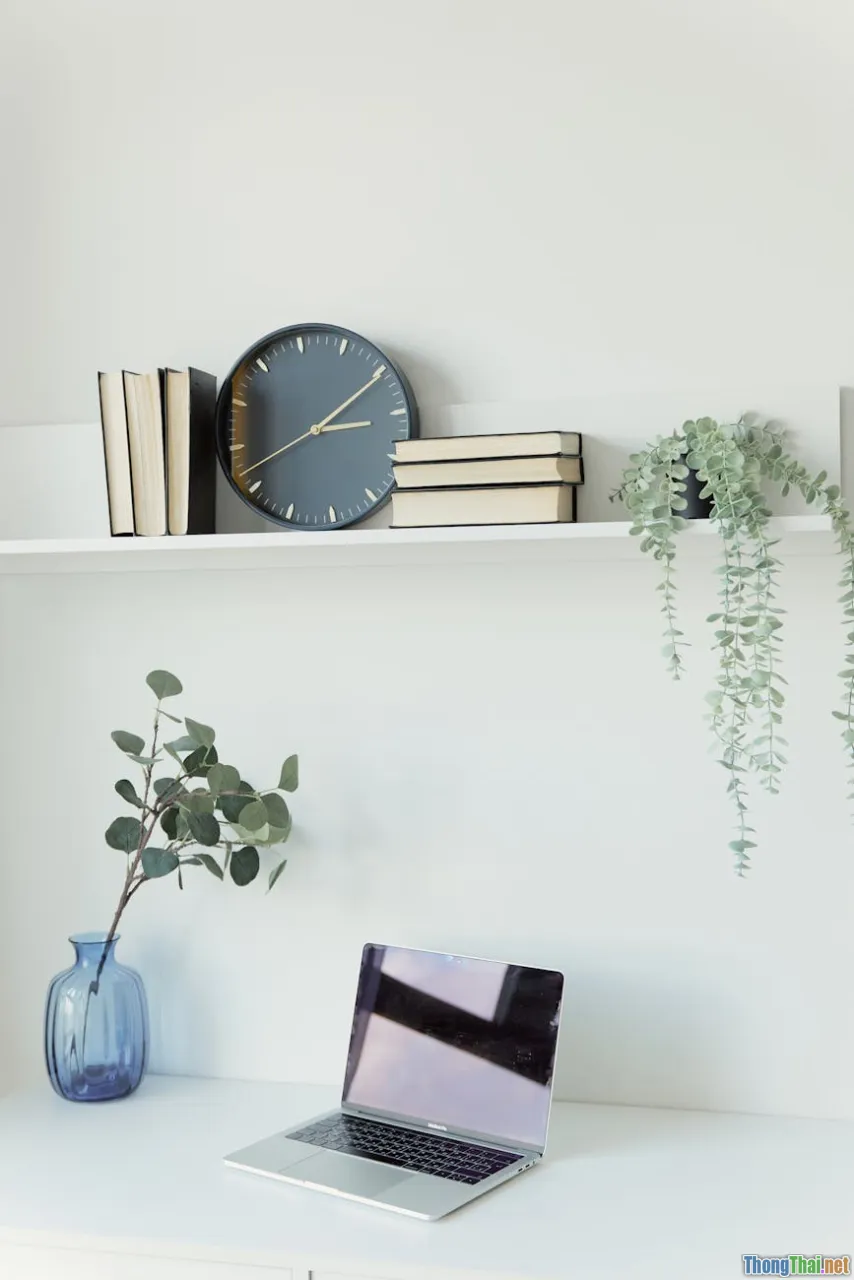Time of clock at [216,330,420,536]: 3:10
